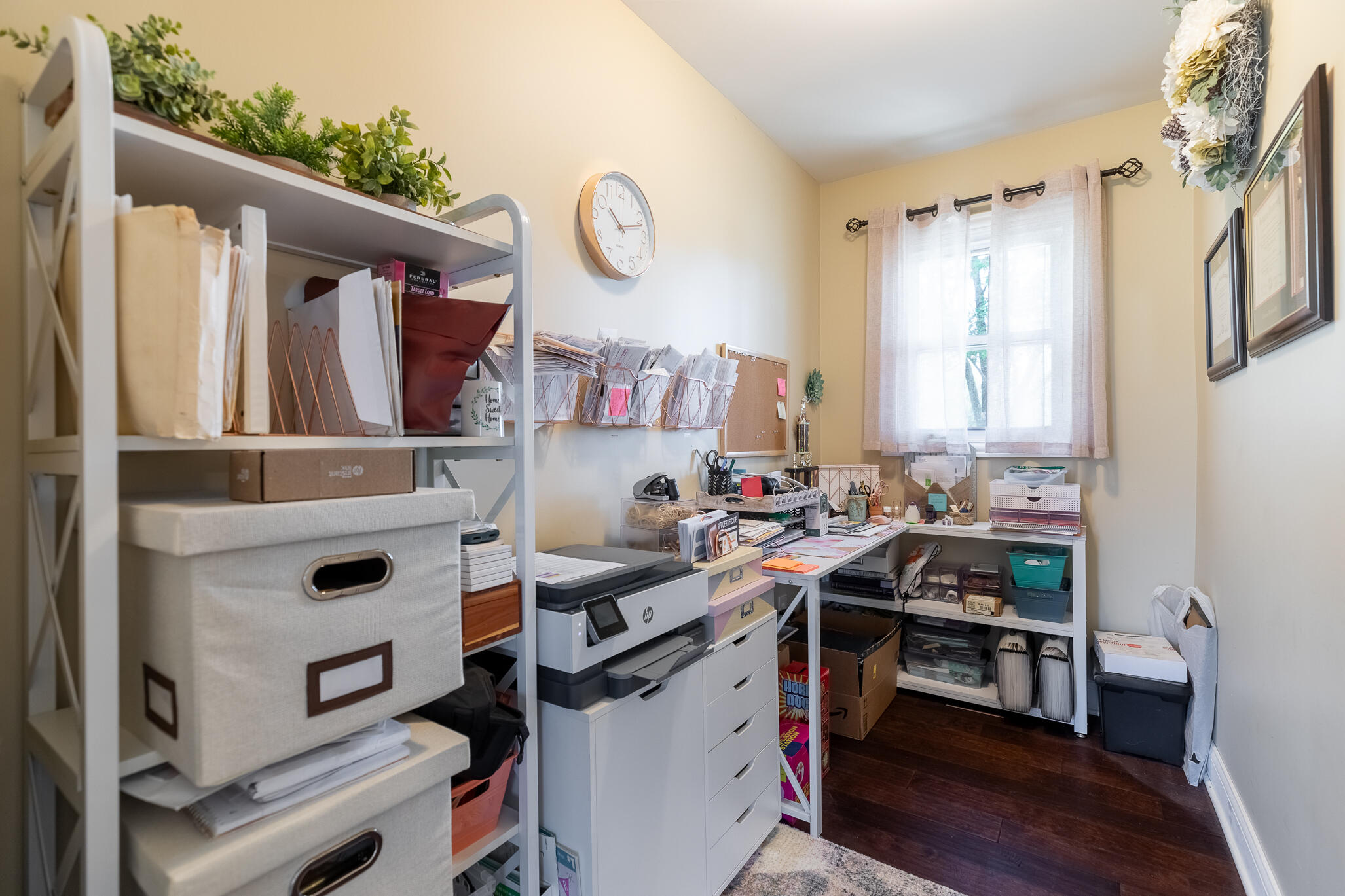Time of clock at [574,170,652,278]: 10:12
